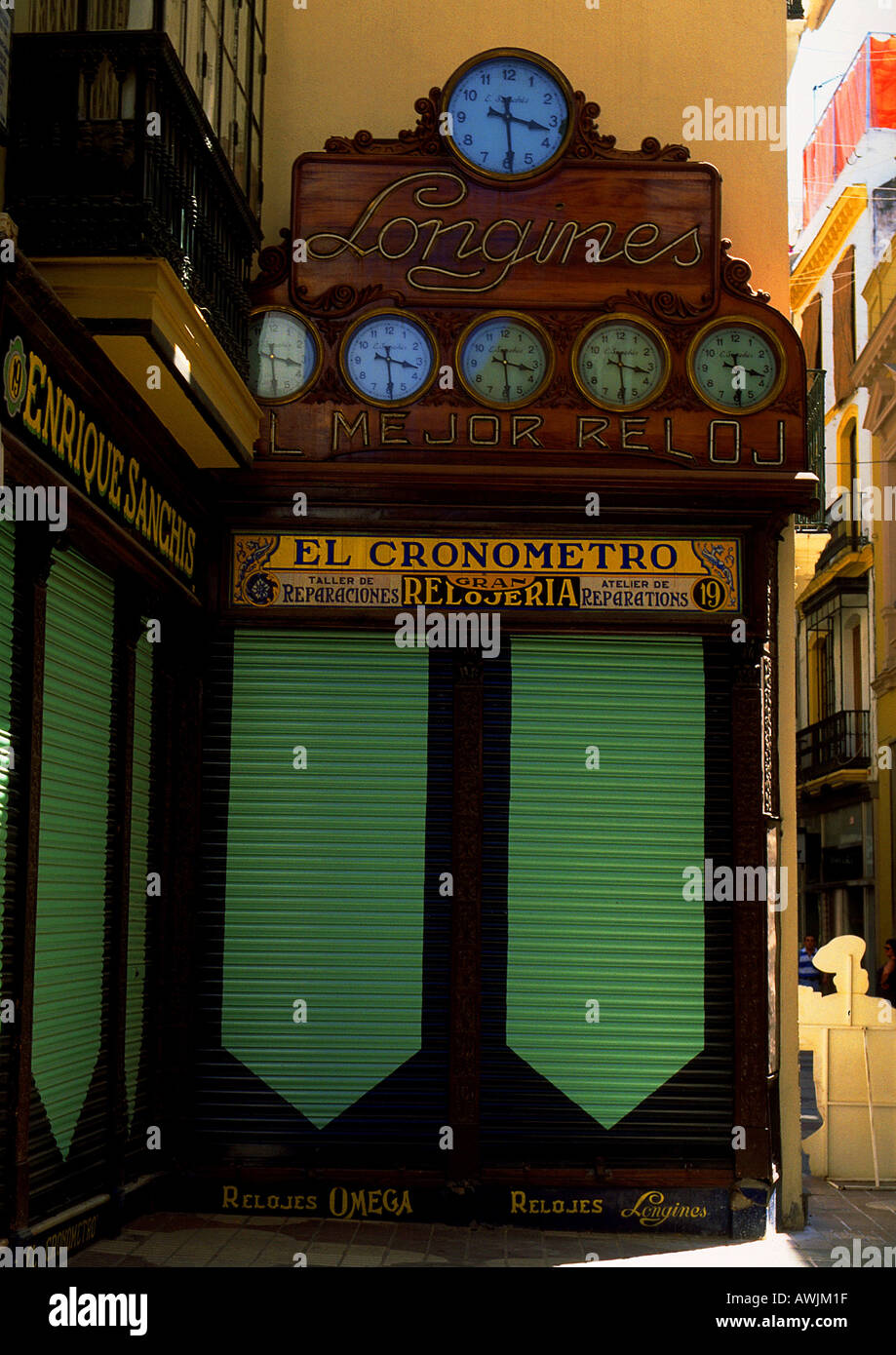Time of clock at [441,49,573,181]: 3:29
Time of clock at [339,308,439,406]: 3:29
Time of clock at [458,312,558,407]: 3:29
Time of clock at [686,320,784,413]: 3:29
